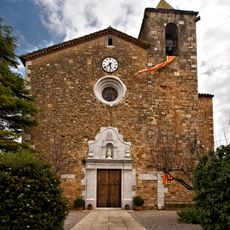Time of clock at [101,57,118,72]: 5:38
